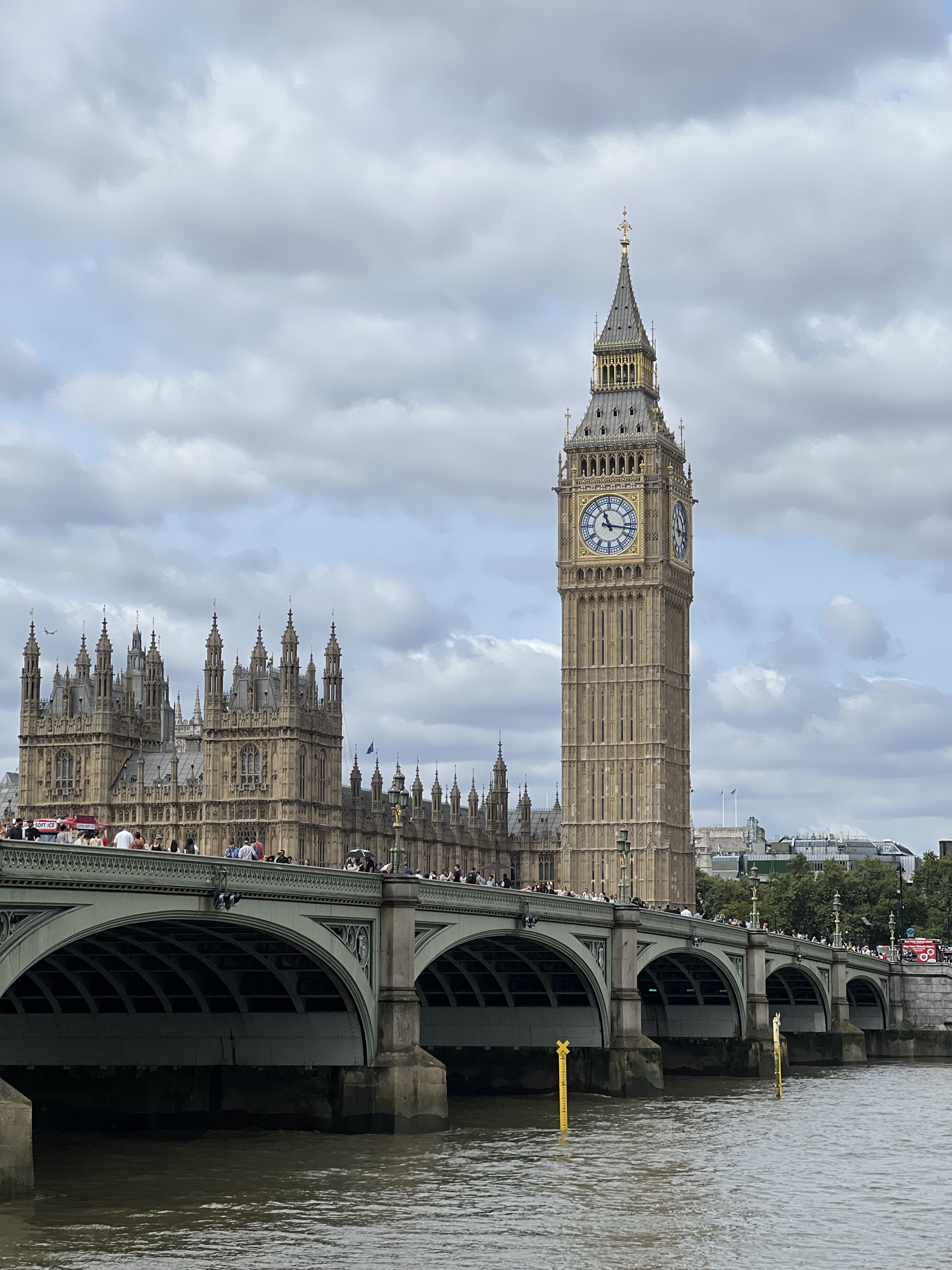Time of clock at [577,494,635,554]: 11:16
